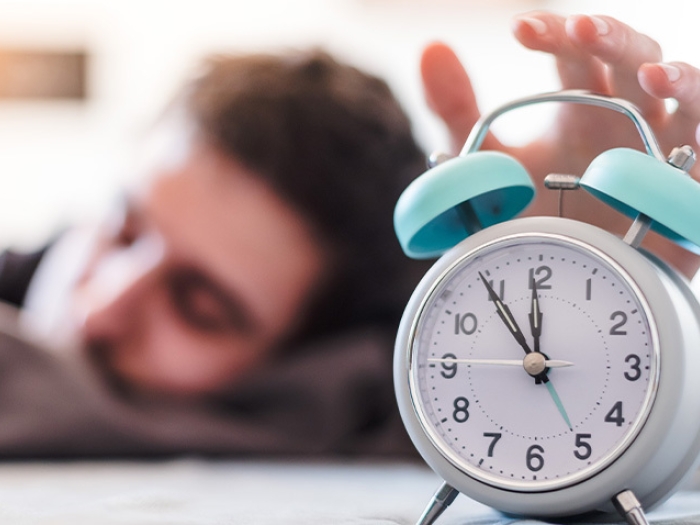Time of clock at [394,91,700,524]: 11:54
